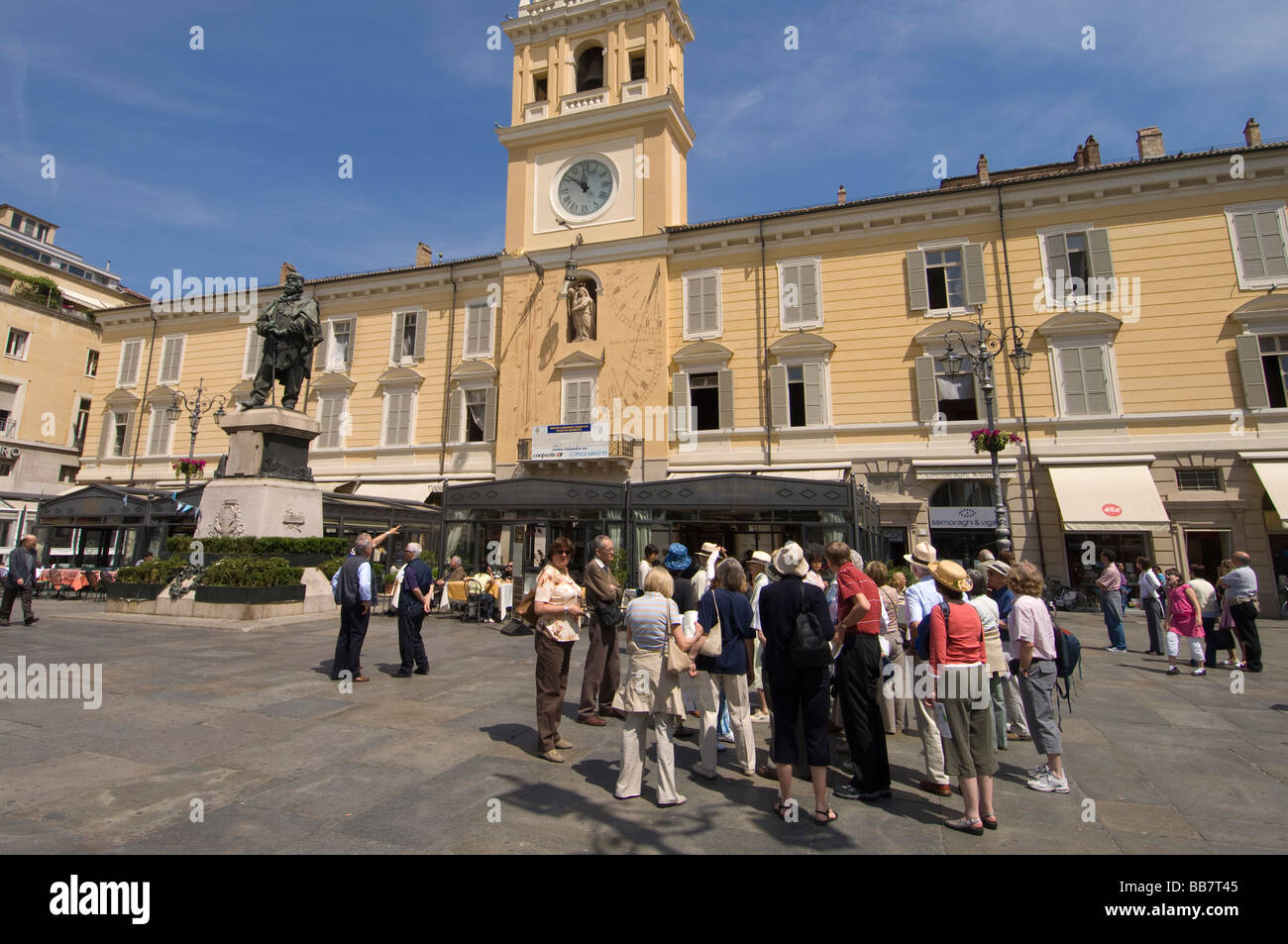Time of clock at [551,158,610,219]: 11:51
